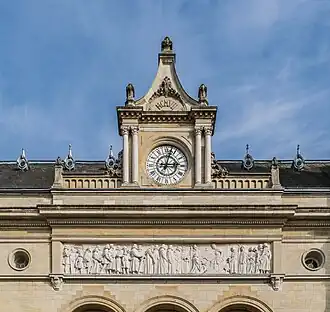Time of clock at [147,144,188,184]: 3:02
